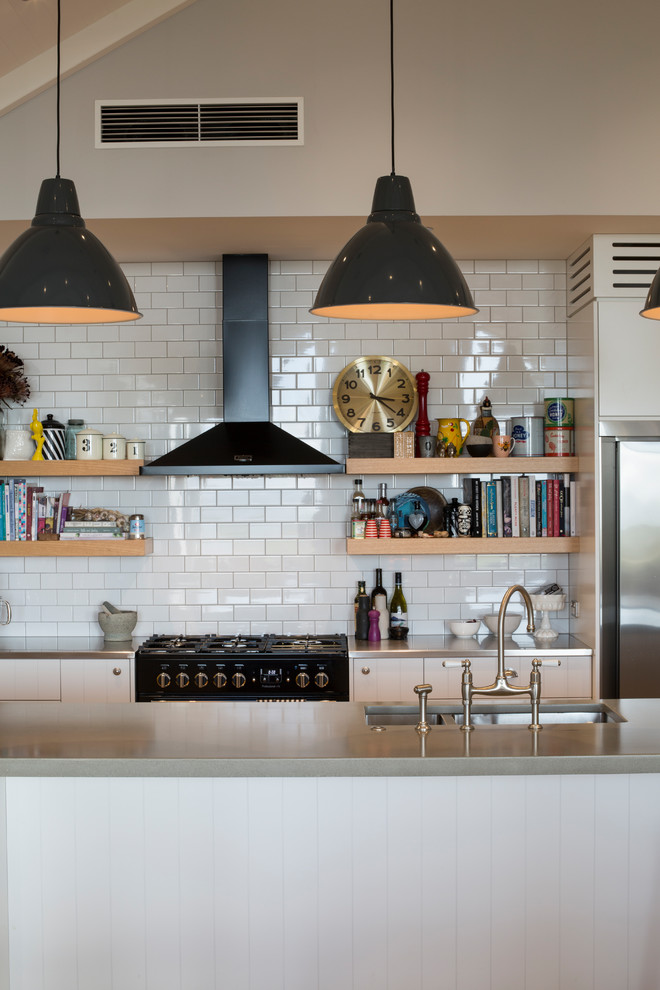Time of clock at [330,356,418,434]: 3:21
